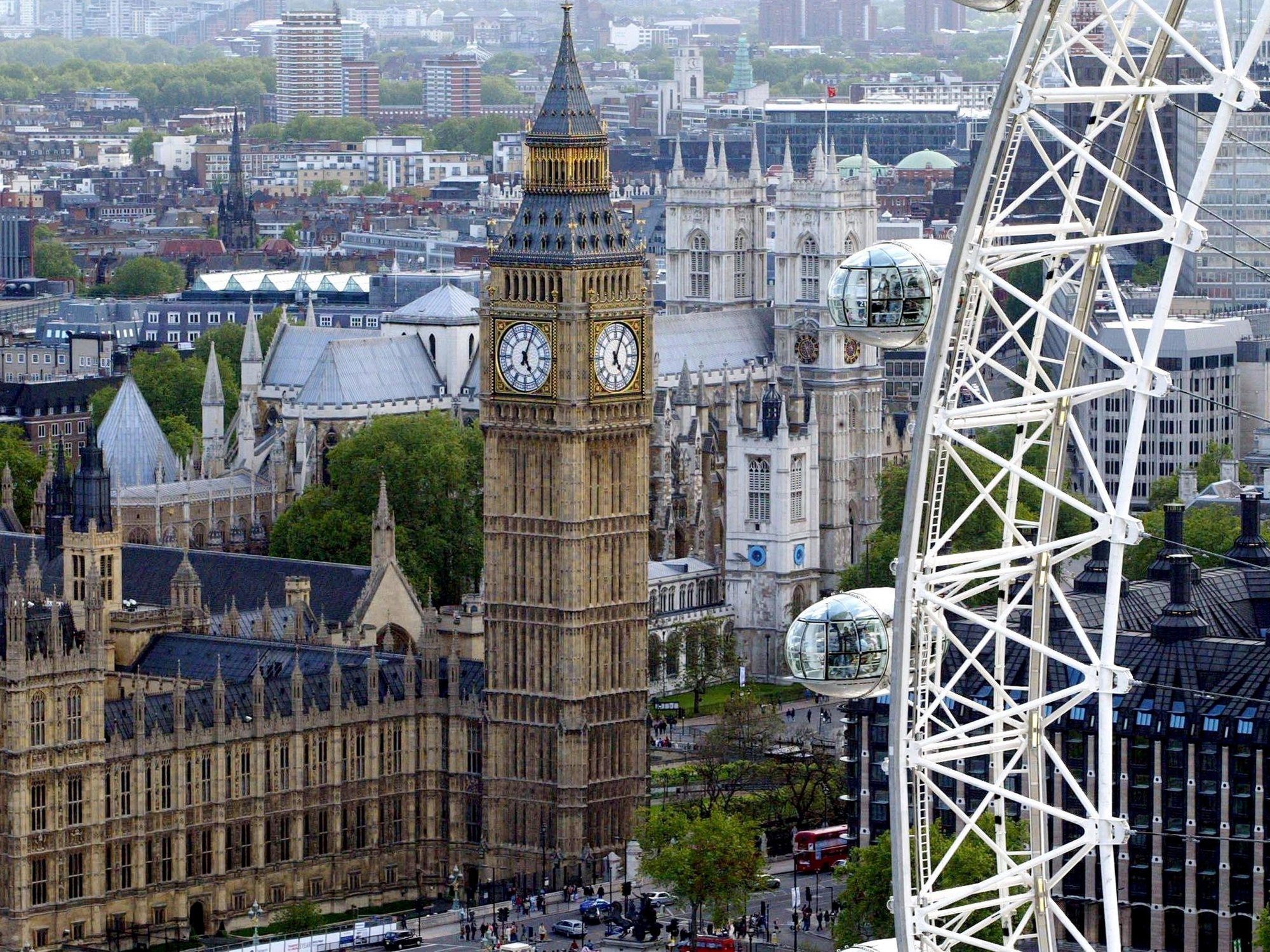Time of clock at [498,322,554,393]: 5:03
